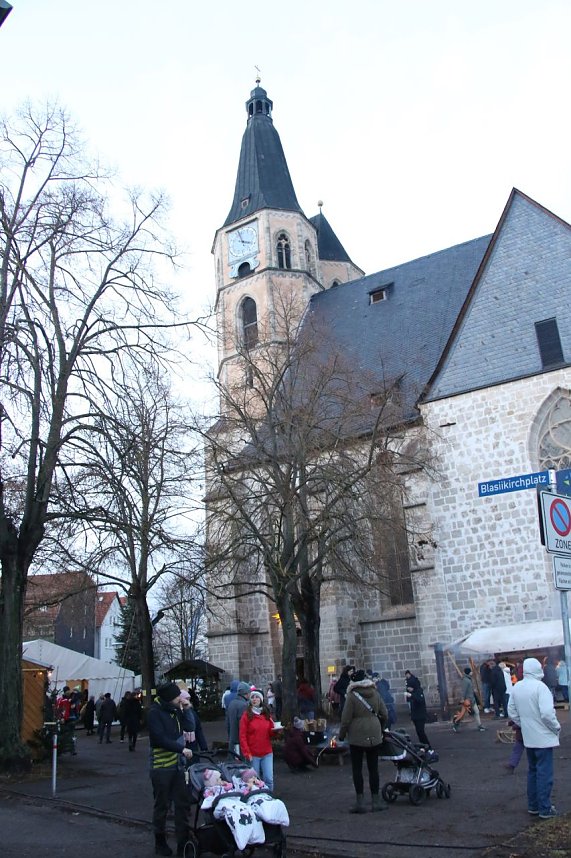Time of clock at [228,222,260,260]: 3:57
